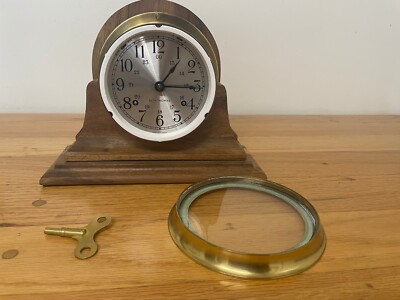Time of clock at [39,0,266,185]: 1:15
